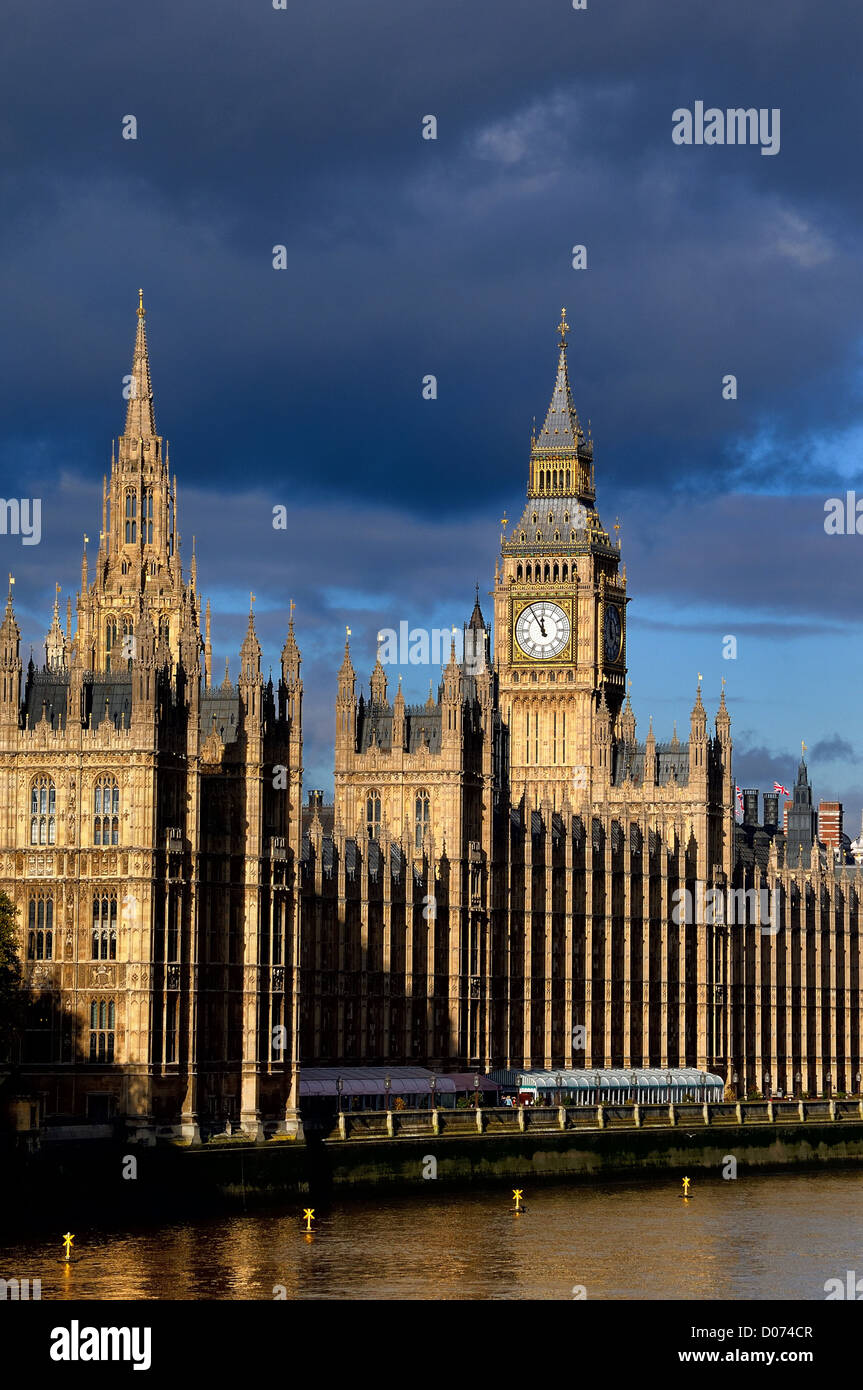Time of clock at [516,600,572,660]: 11:54
